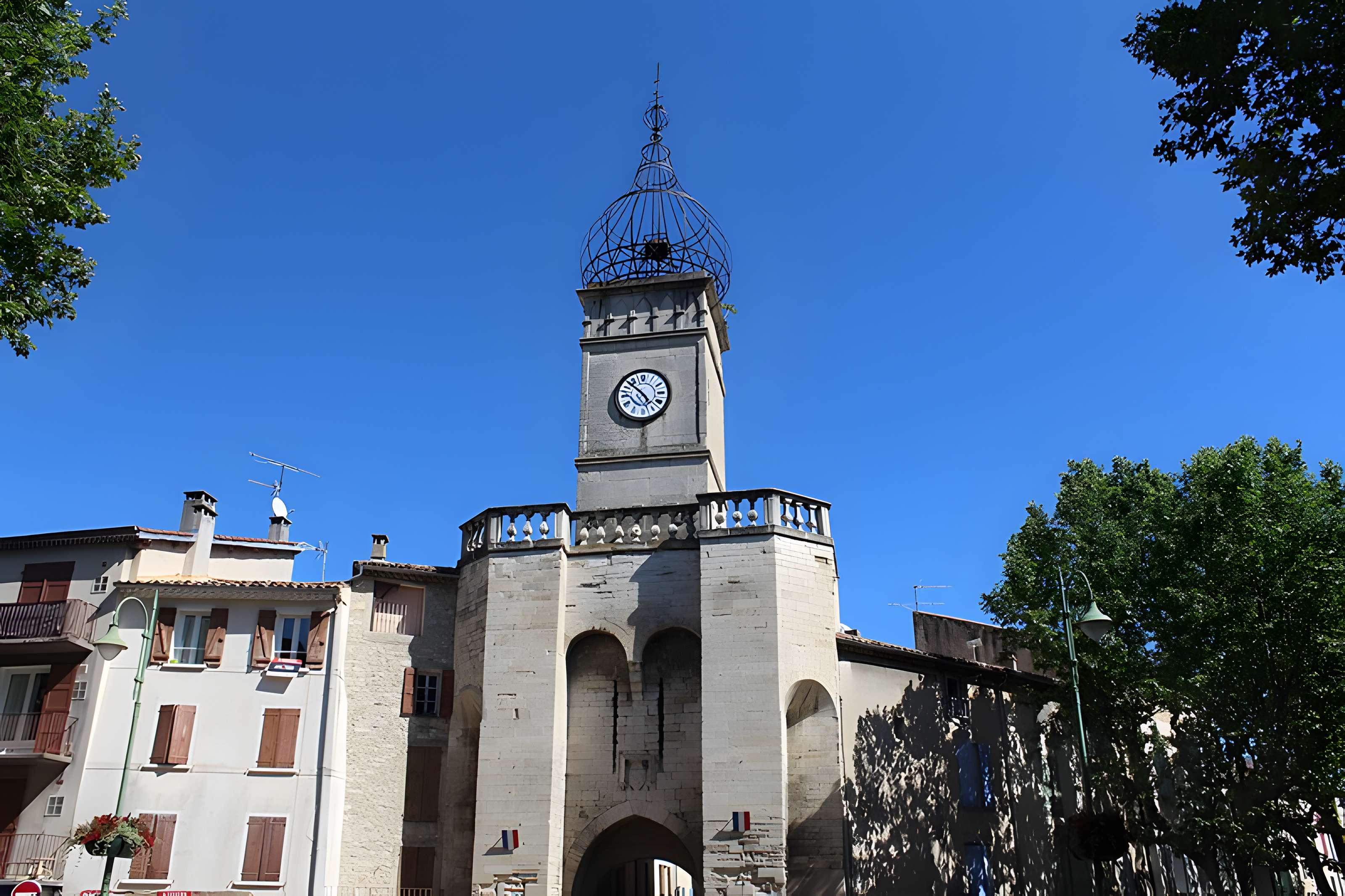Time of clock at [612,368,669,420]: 4:52
